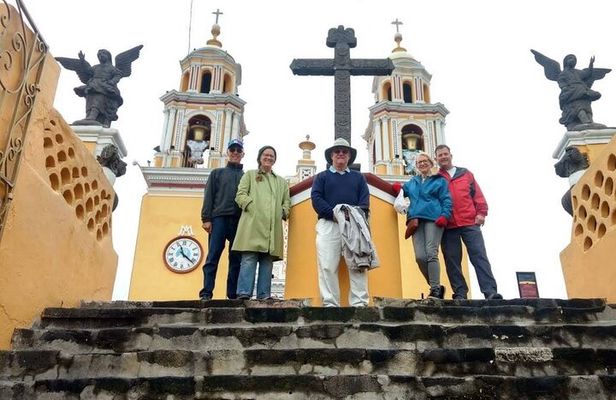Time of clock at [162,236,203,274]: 11:21
